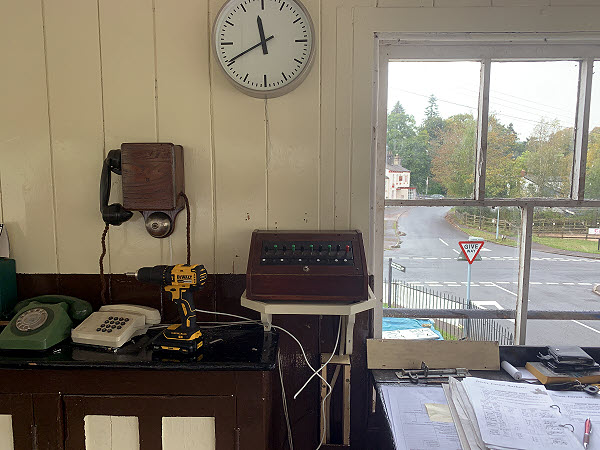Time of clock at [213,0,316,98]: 11:40
